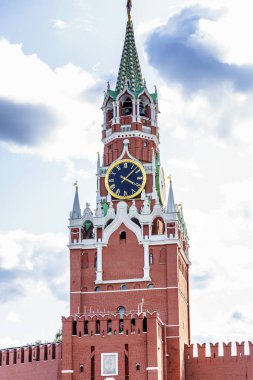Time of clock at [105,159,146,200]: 4:07
